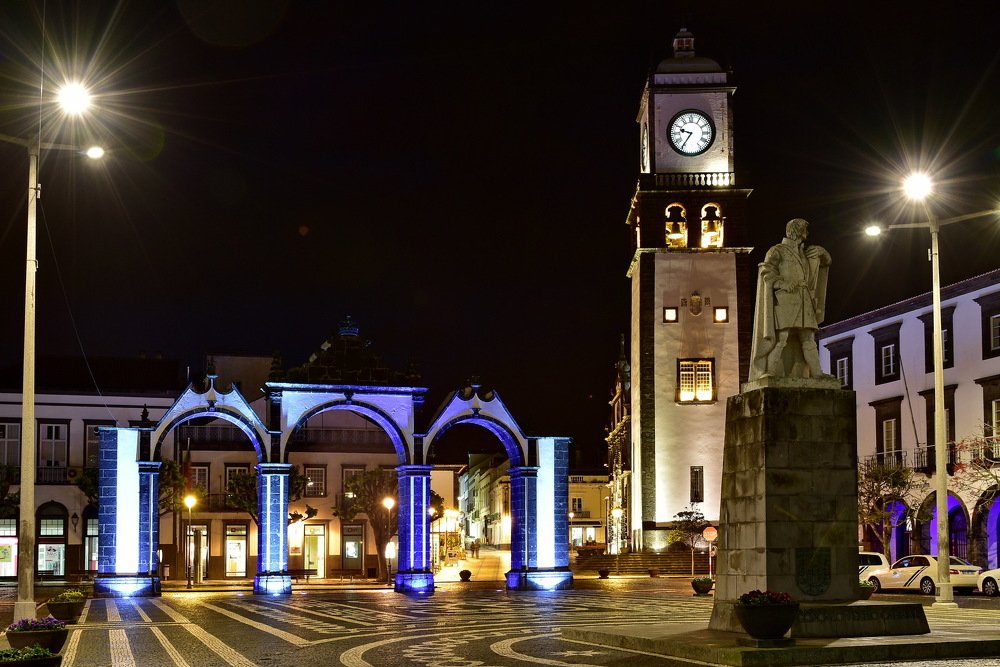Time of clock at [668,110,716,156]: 9:35
